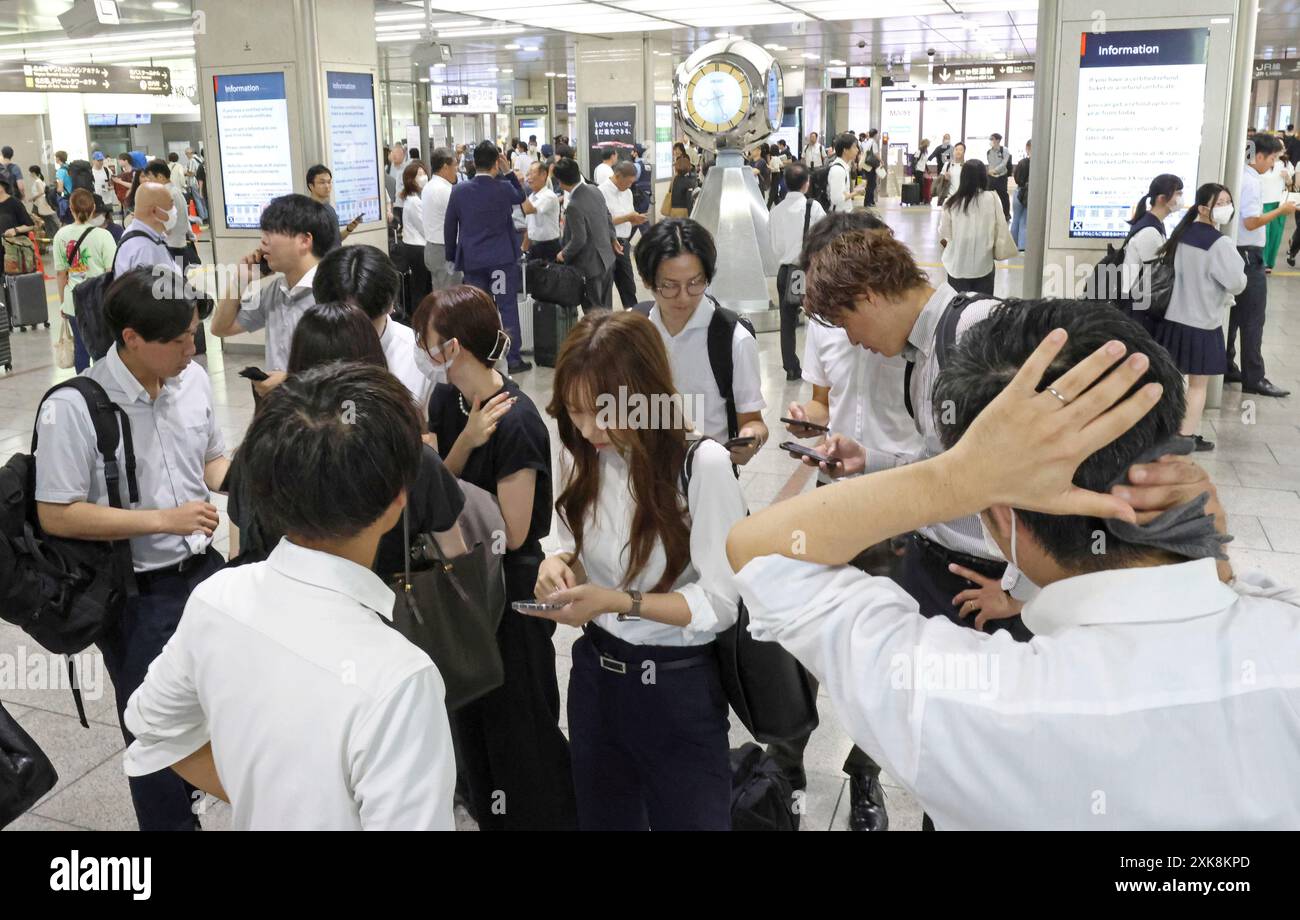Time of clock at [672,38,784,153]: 8:26
